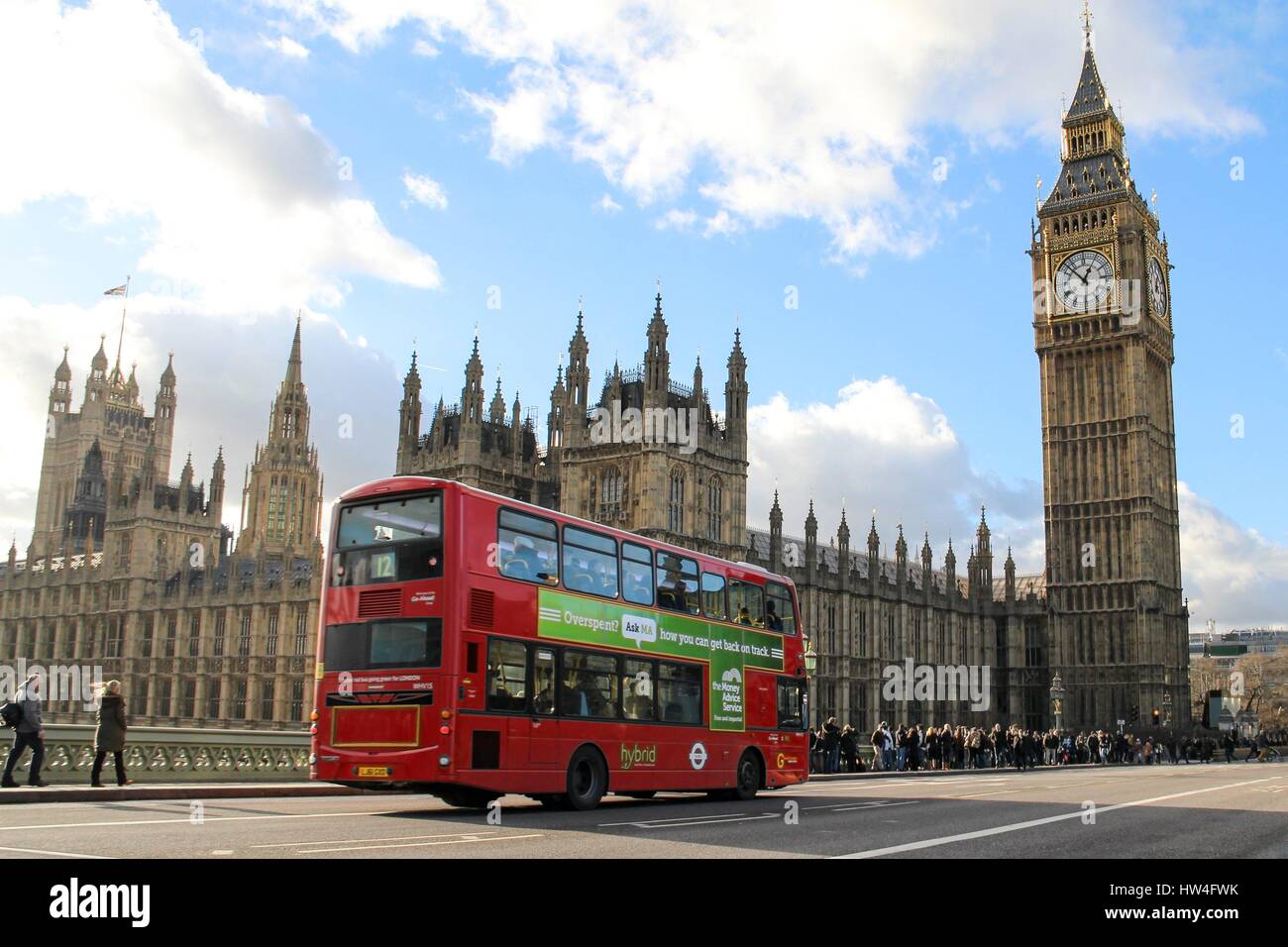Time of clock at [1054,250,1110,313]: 12:52
